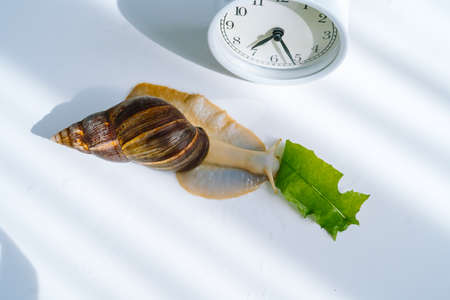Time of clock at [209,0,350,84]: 7:26
